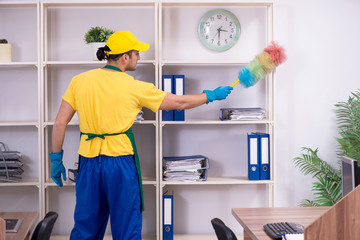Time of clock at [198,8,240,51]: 3:30
